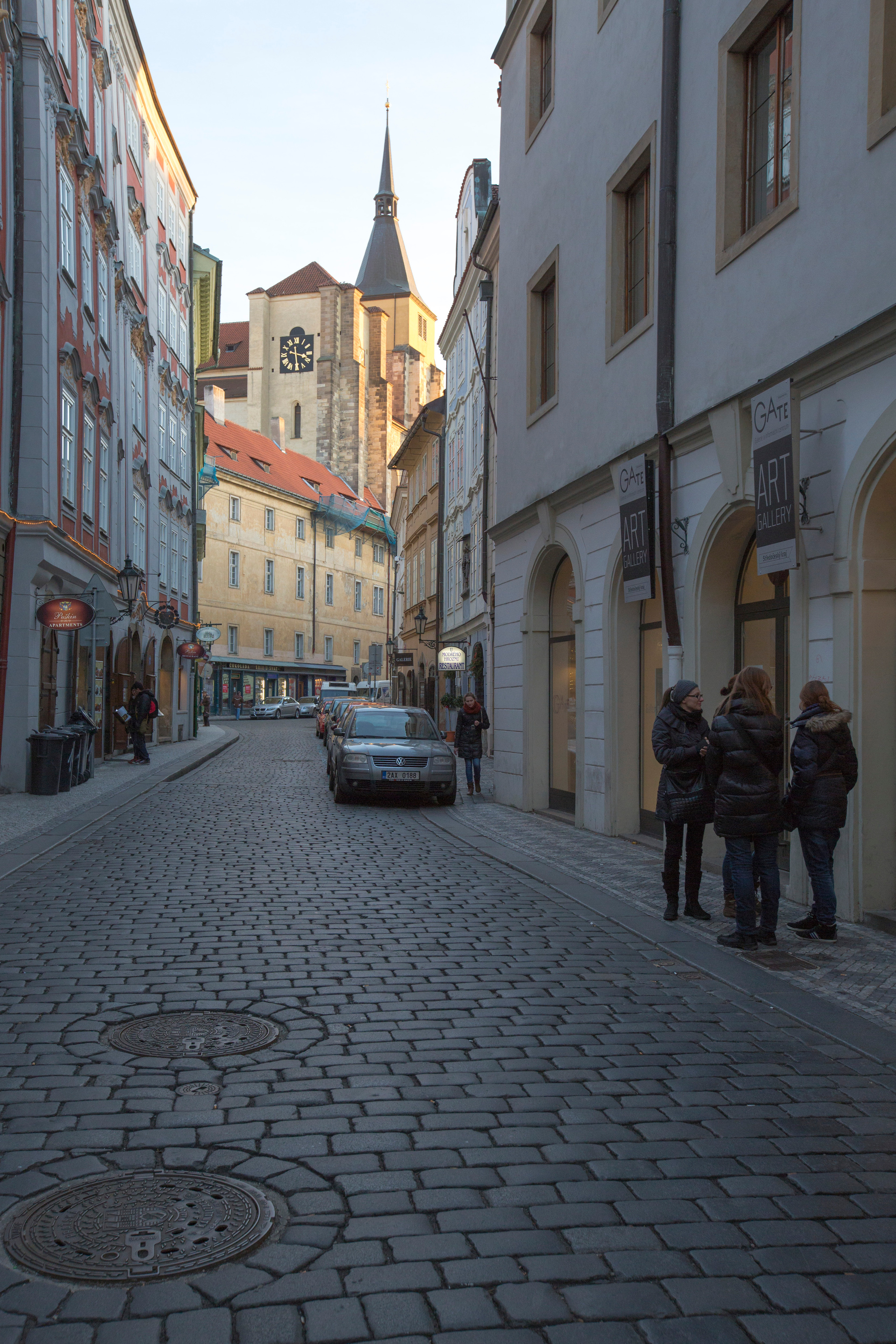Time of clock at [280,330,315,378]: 3:29
